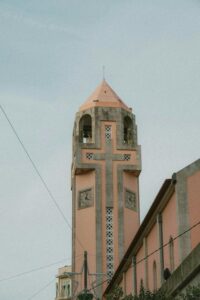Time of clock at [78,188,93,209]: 4:02
